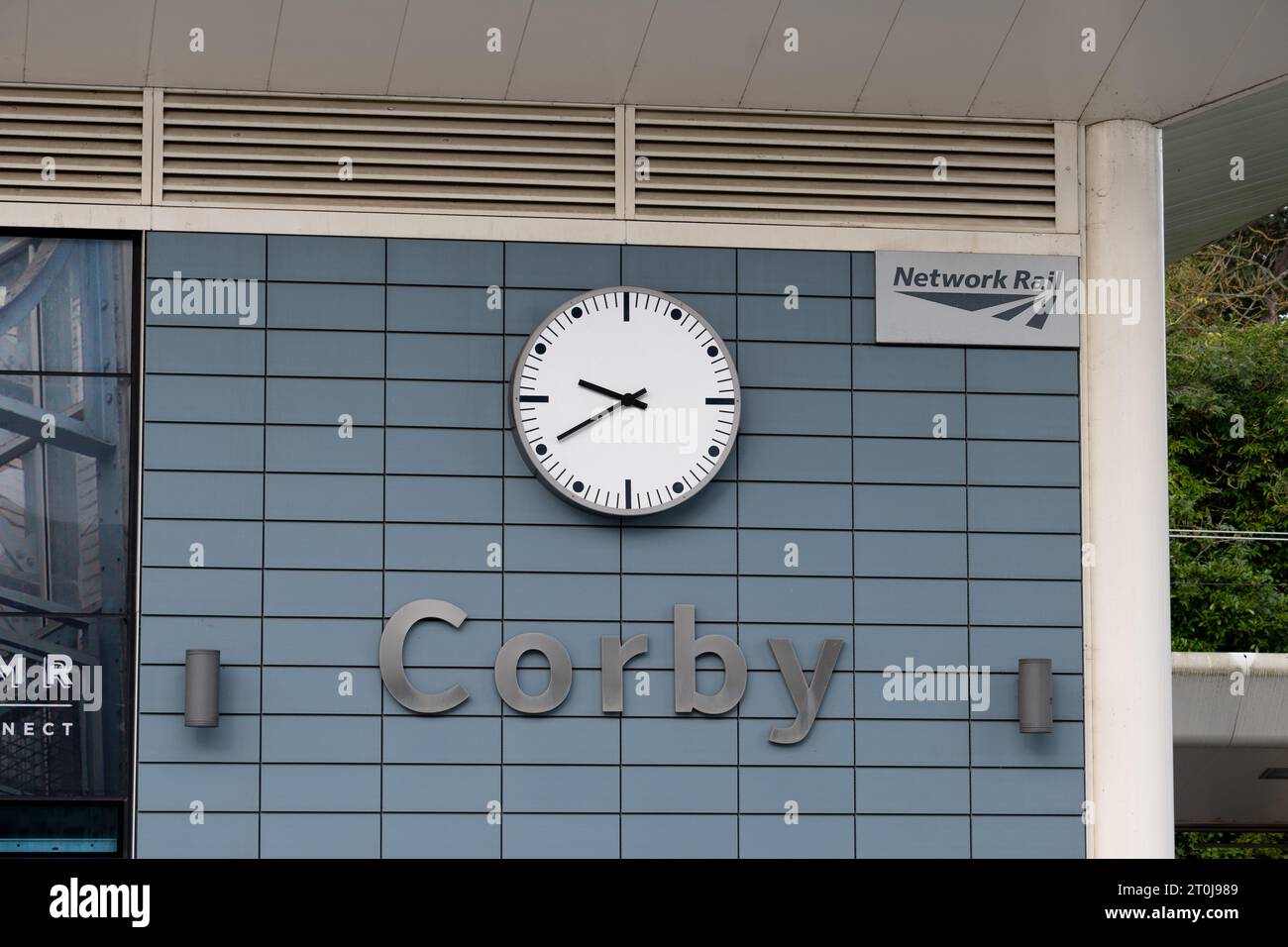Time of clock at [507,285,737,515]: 9:40
